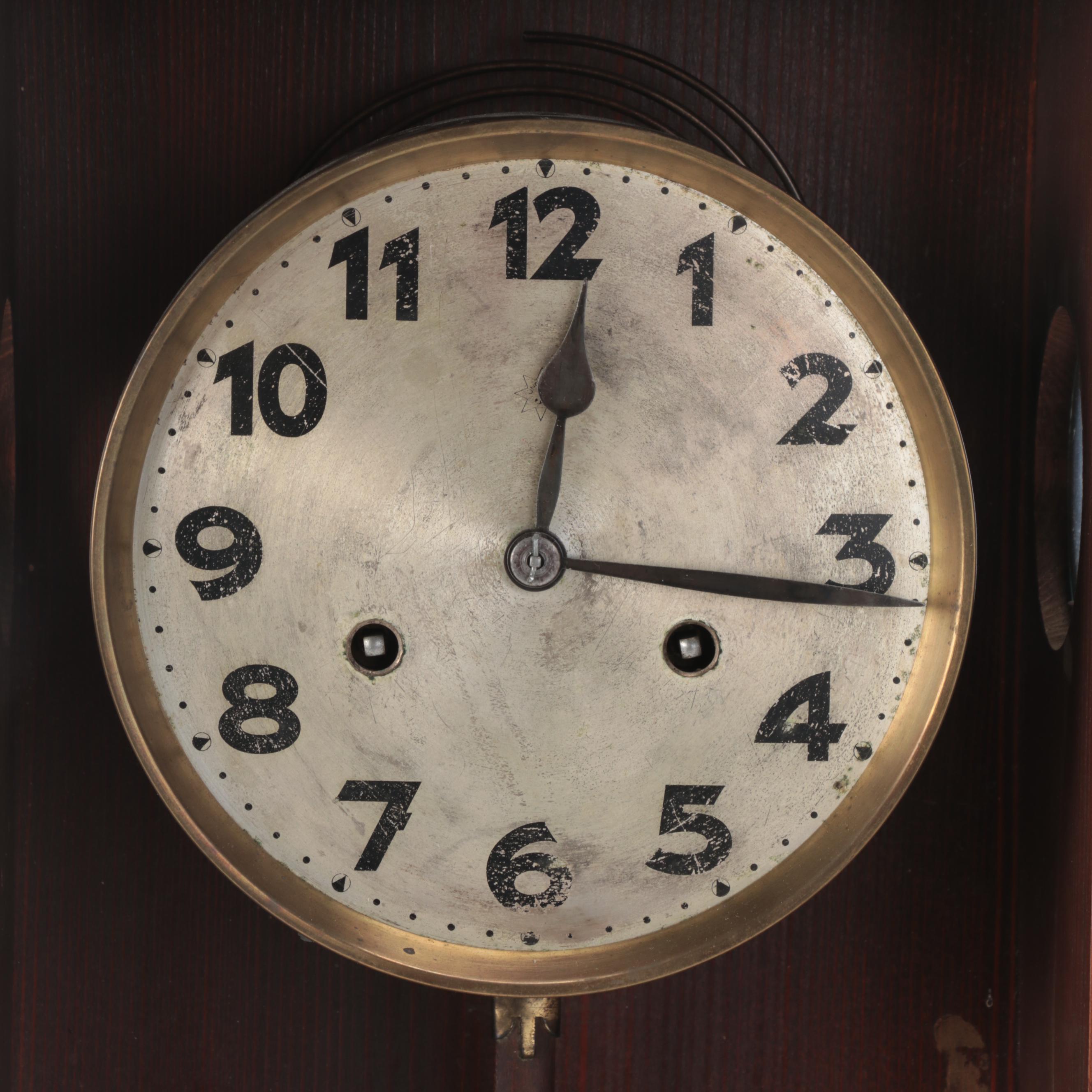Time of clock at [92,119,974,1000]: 12:16
